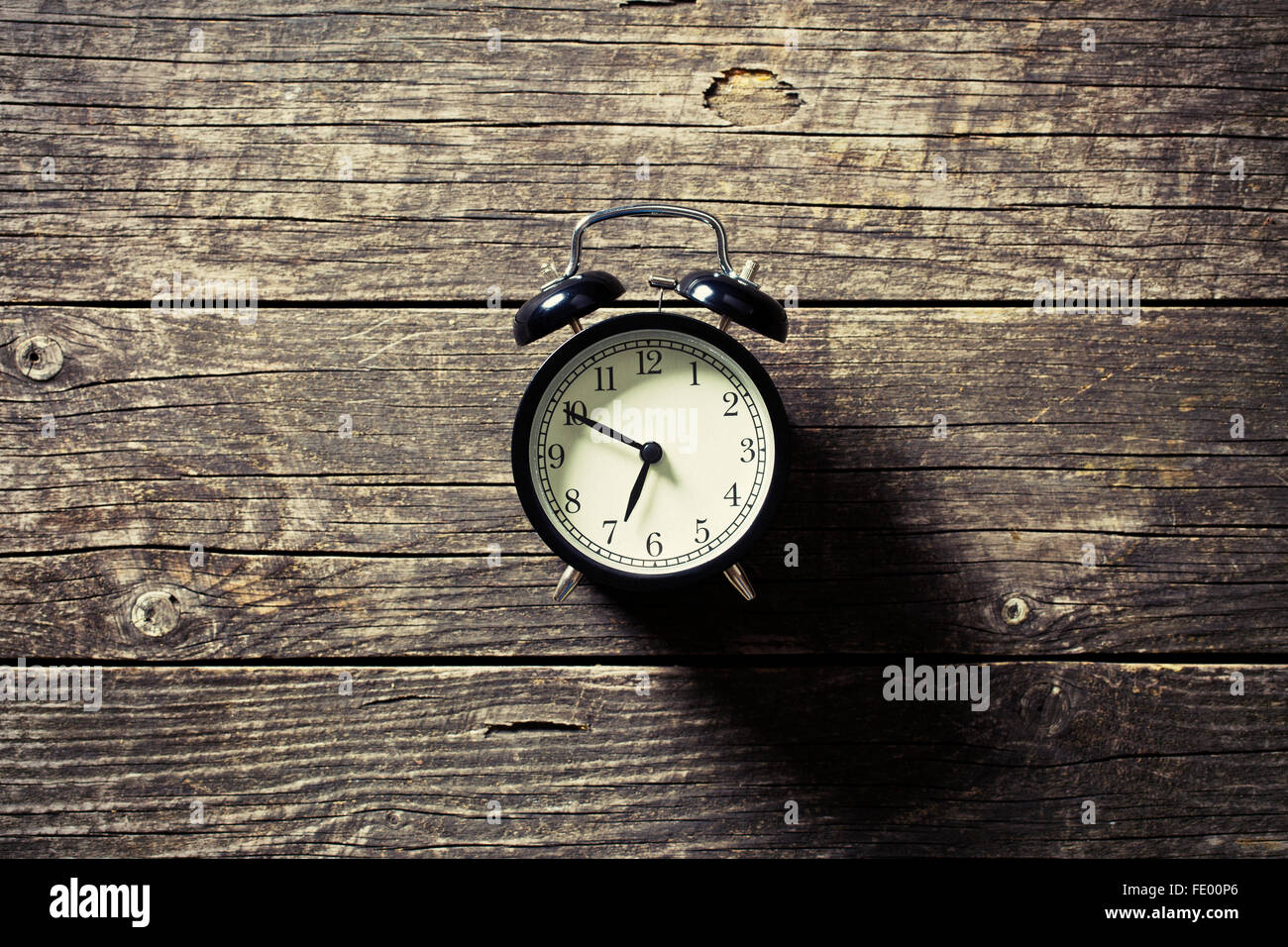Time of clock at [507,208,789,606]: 6:49
